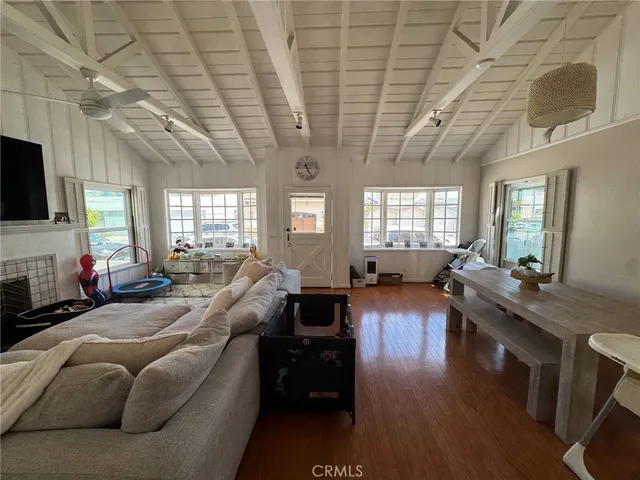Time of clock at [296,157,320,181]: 11:24
